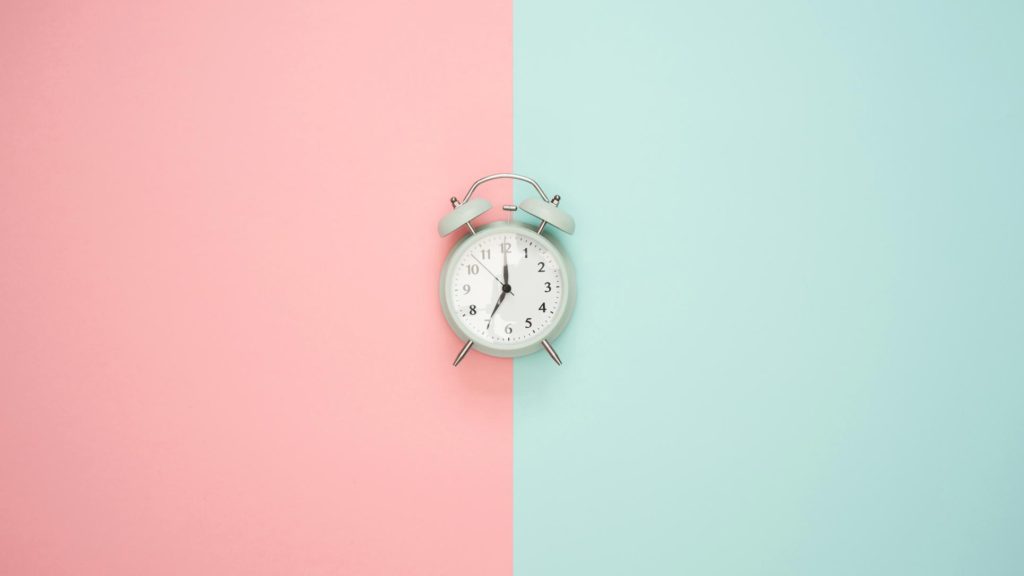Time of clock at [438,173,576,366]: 7:00
